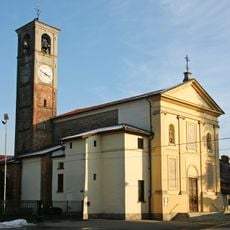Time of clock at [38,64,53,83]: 3:48
